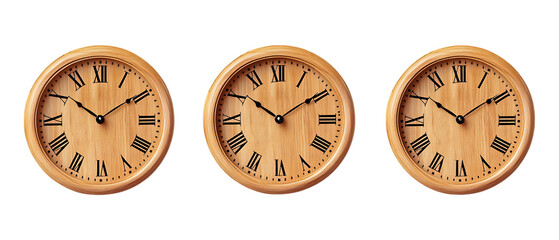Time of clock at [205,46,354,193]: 10:09
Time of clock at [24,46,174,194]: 10:09
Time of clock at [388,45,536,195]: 10:09
